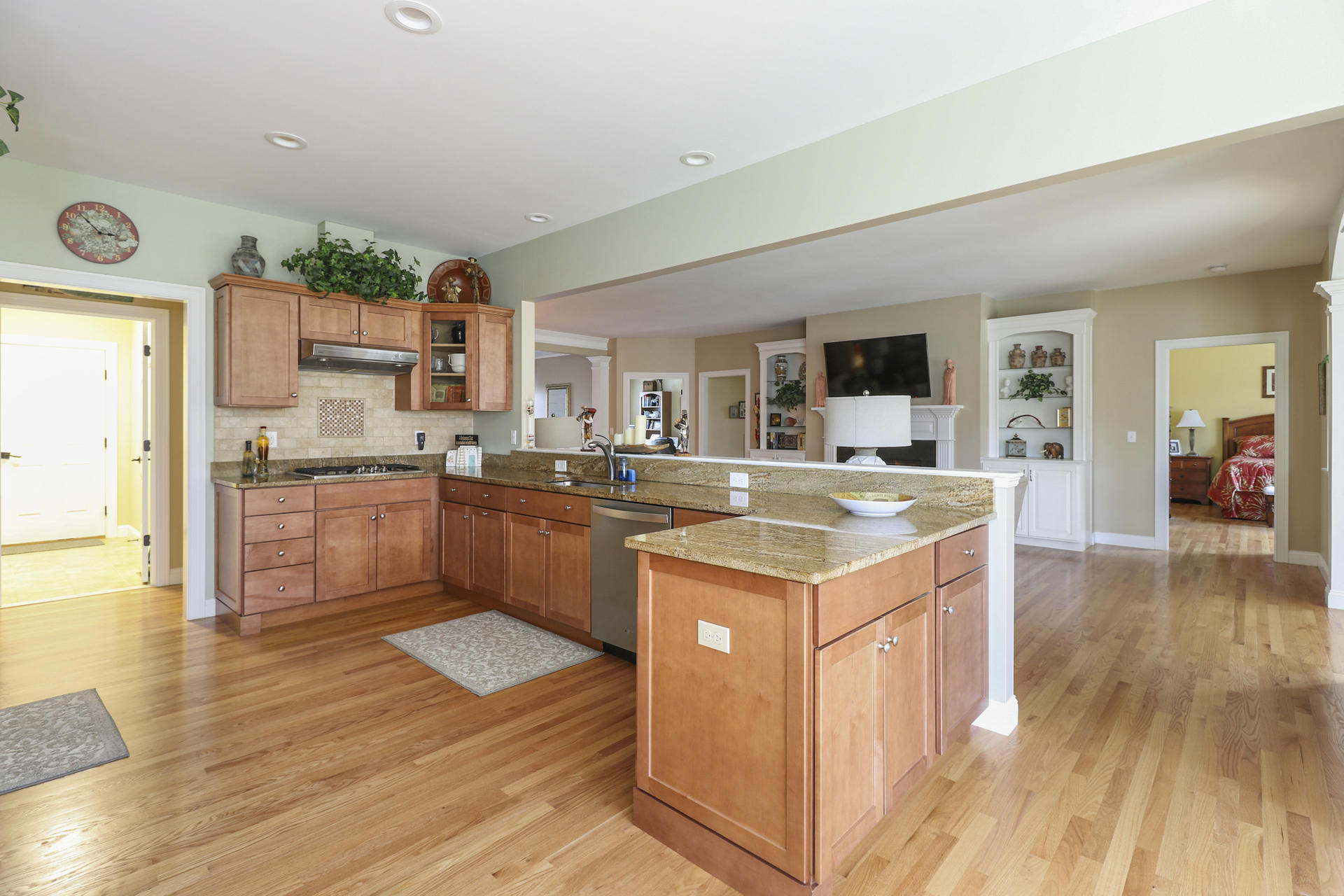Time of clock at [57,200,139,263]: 2:53
